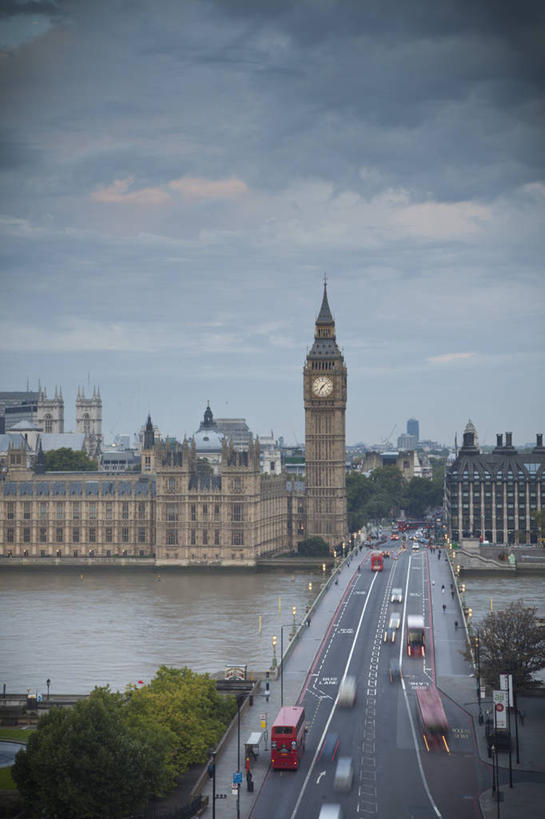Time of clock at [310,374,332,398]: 7:07
